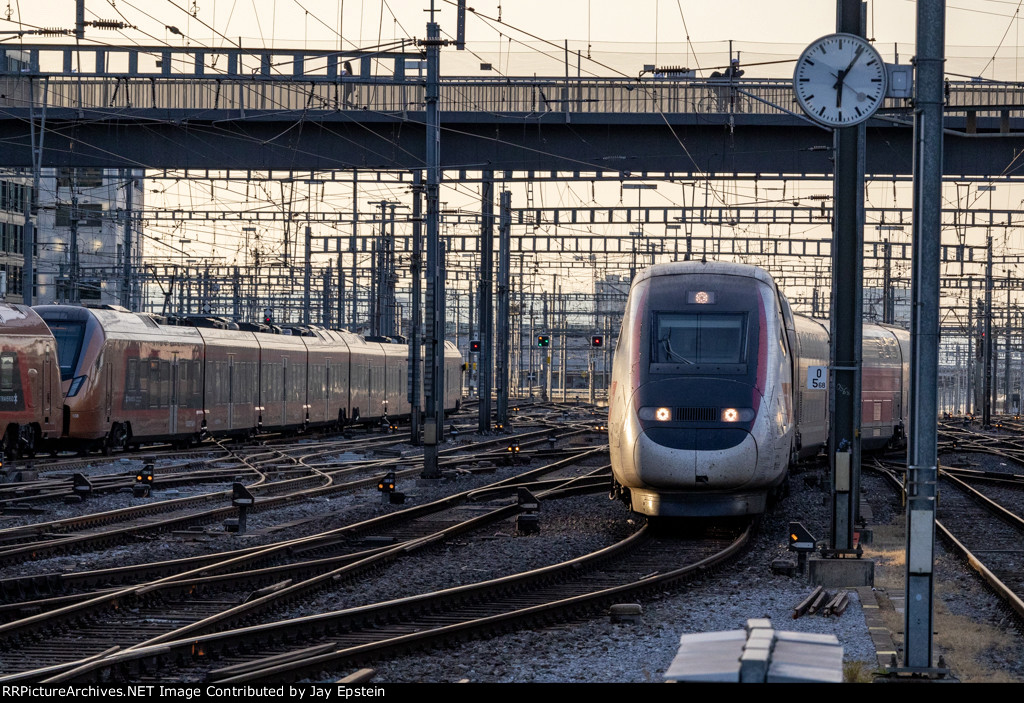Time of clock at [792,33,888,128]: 6:06
